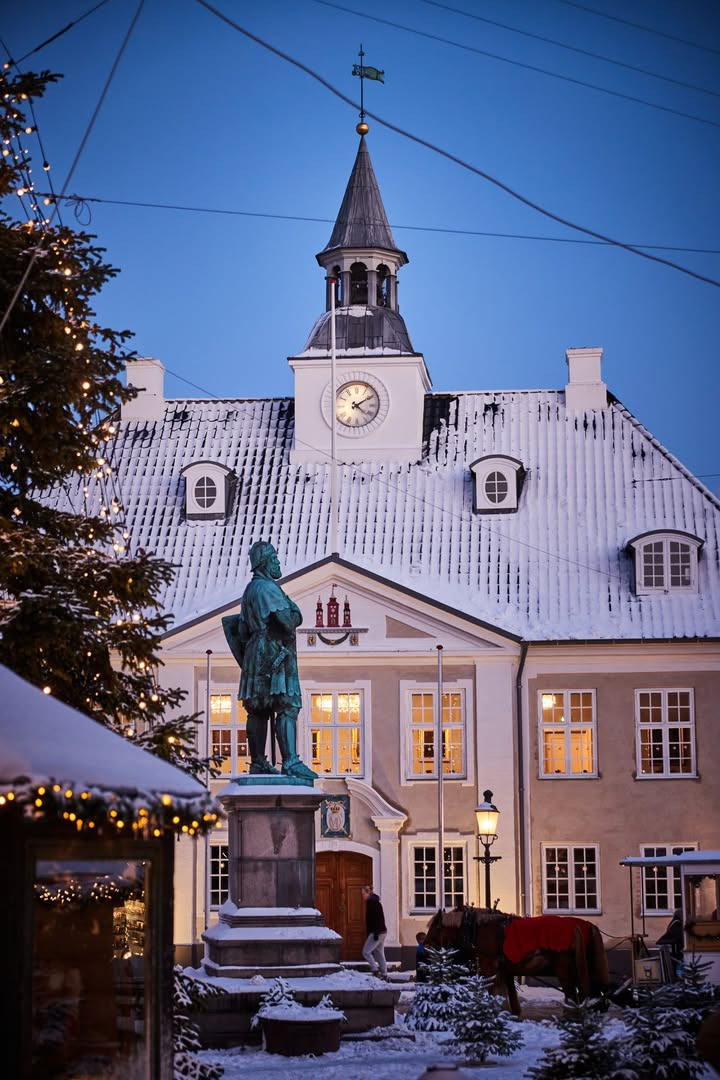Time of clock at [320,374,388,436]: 4:09
